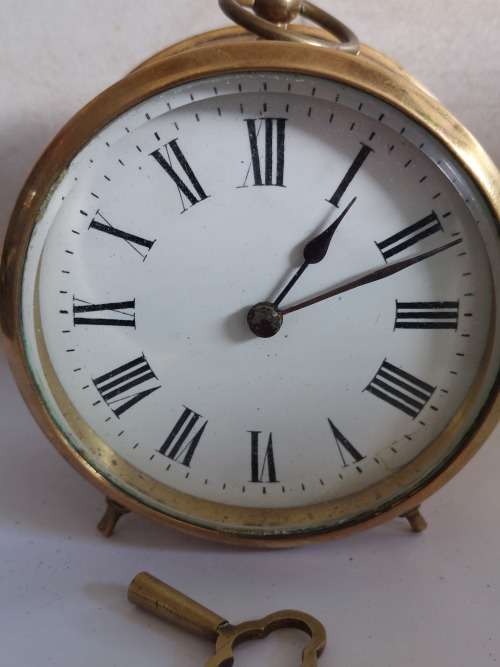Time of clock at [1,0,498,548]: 1:11
